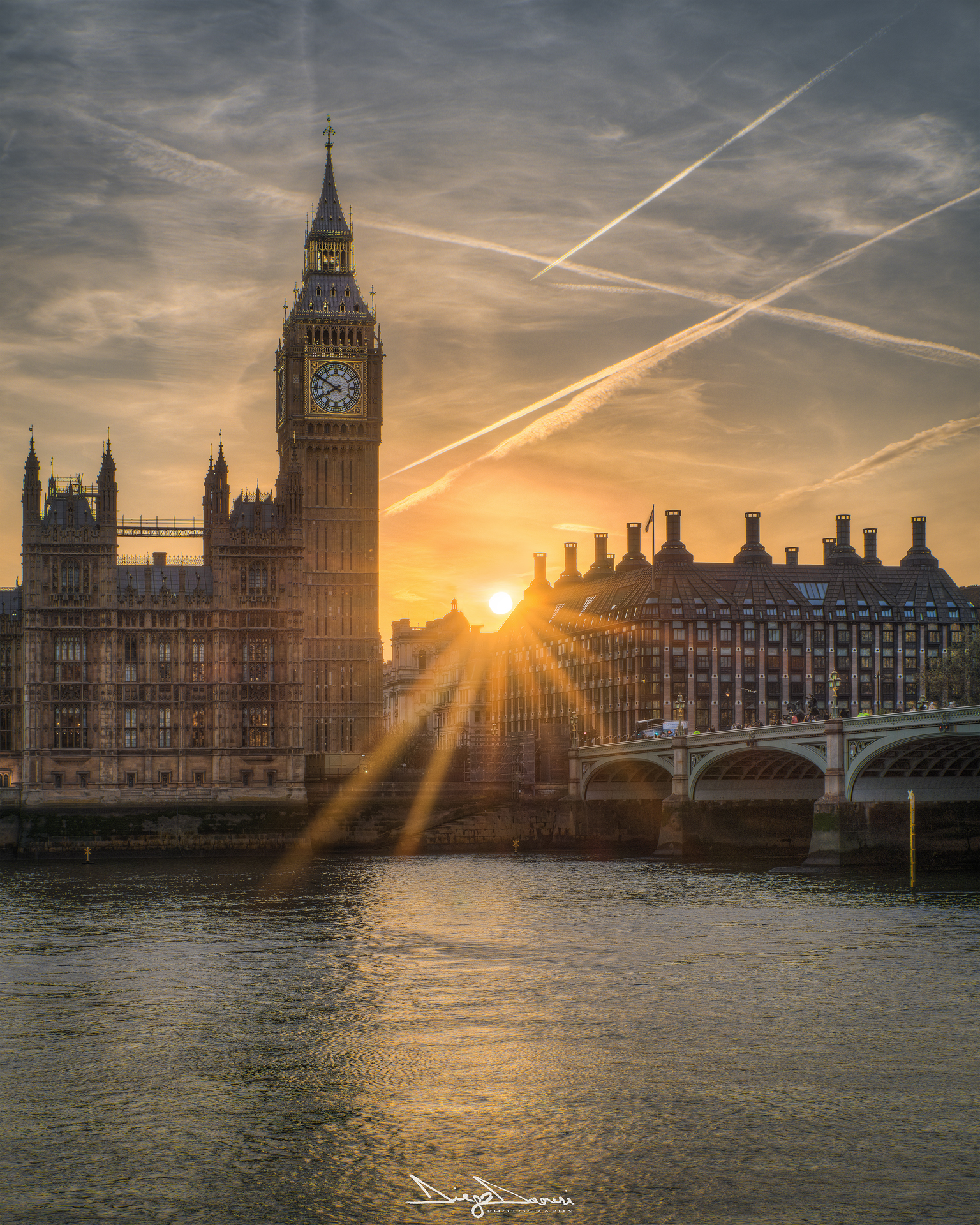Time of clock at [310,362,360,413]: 7:49
